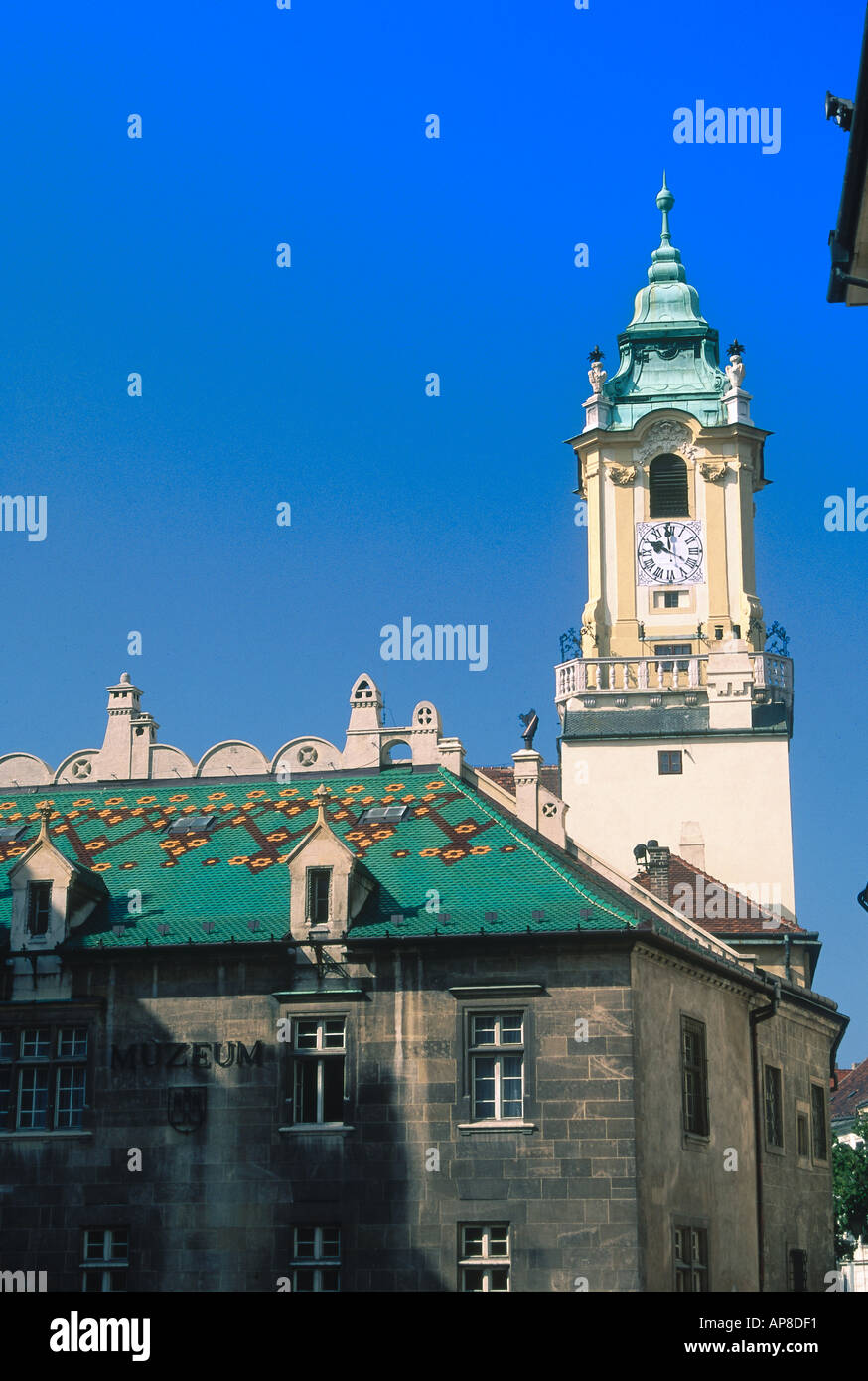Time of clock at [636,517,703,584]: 9:59
